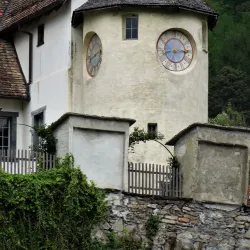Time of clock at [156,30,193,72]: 8:14
